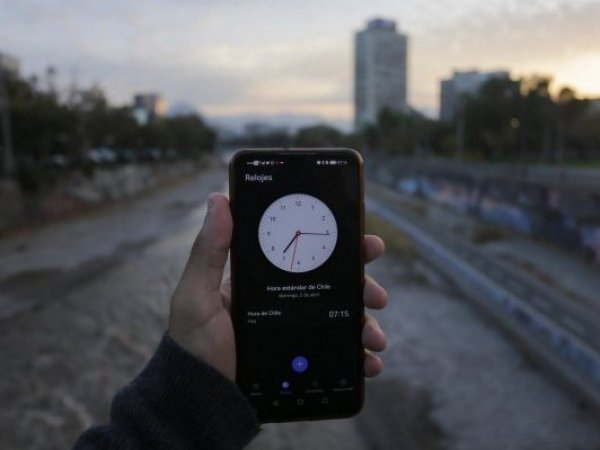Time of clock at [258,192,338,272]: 7:15
